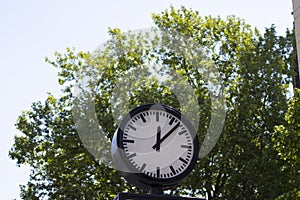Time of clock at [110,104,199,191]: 12:07
